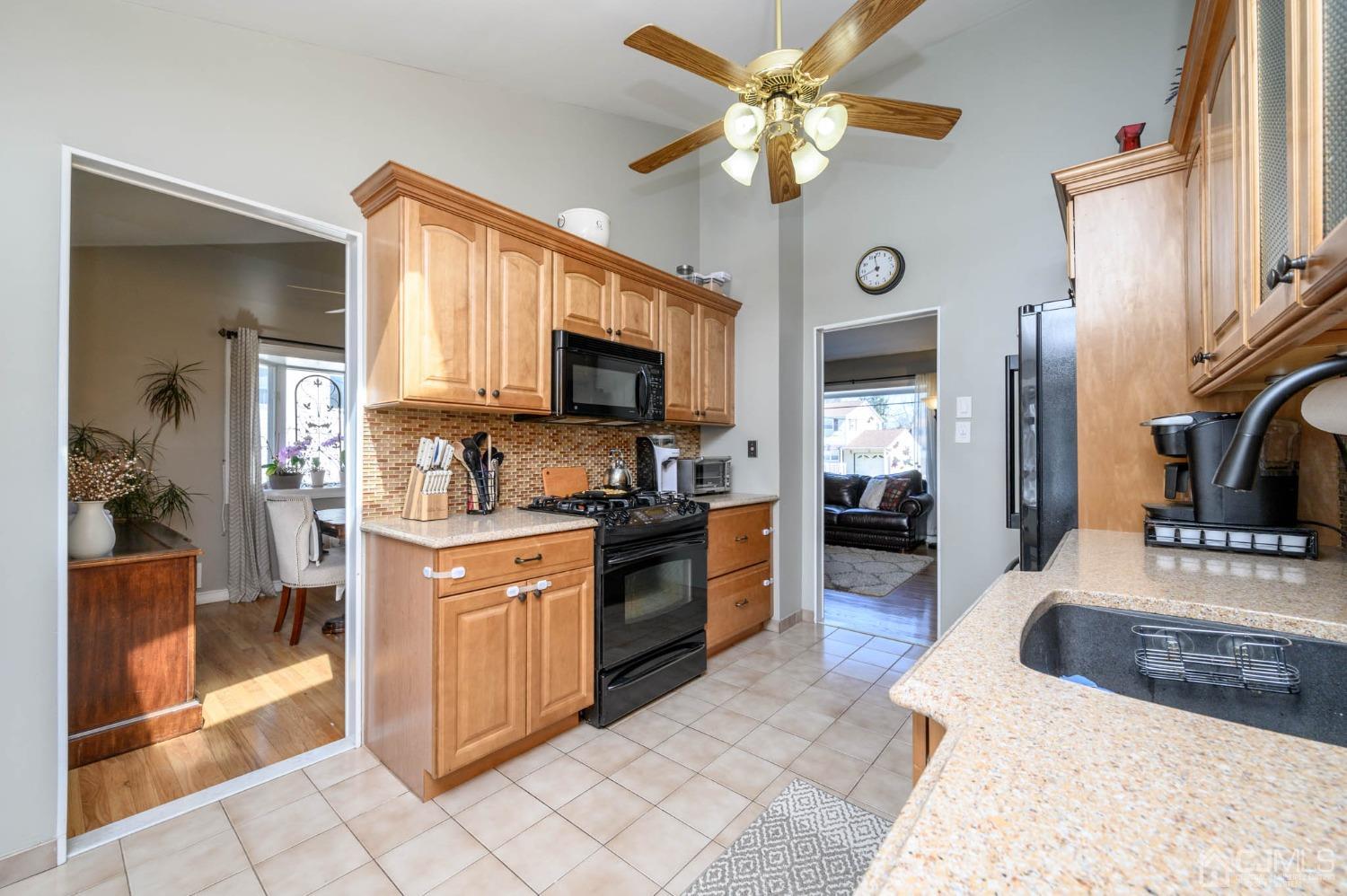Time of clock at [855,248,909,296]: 11:41
